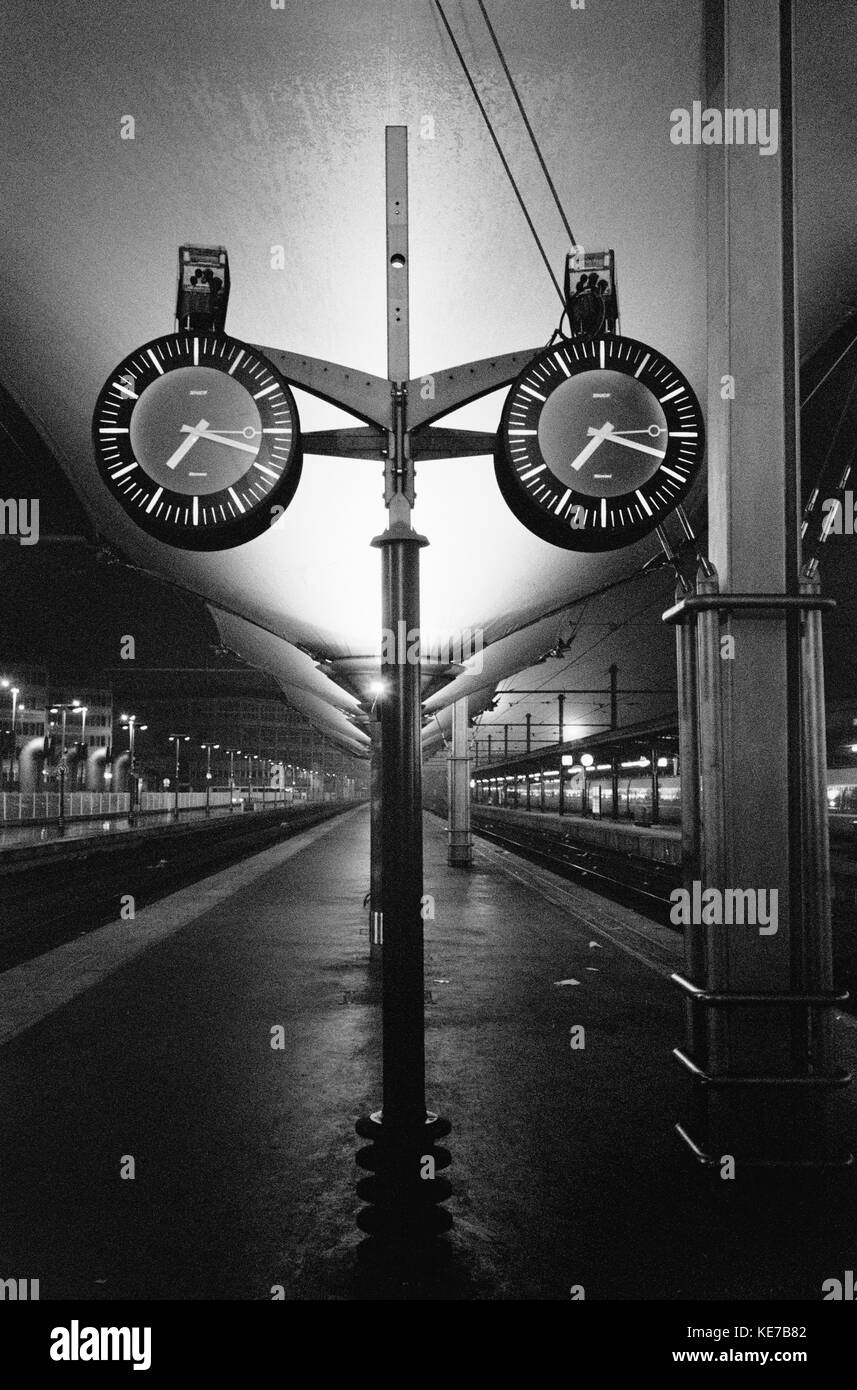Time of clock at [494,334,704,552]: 7:18
